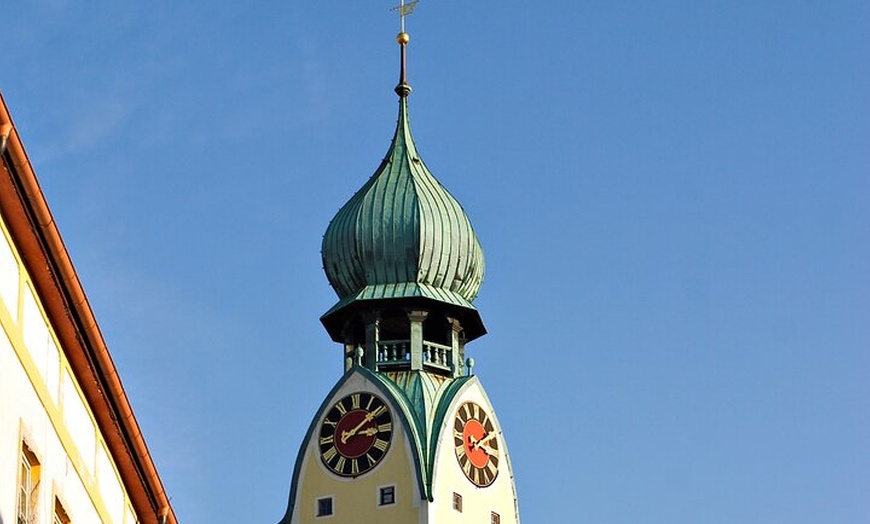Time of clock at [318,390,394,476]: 3:08
